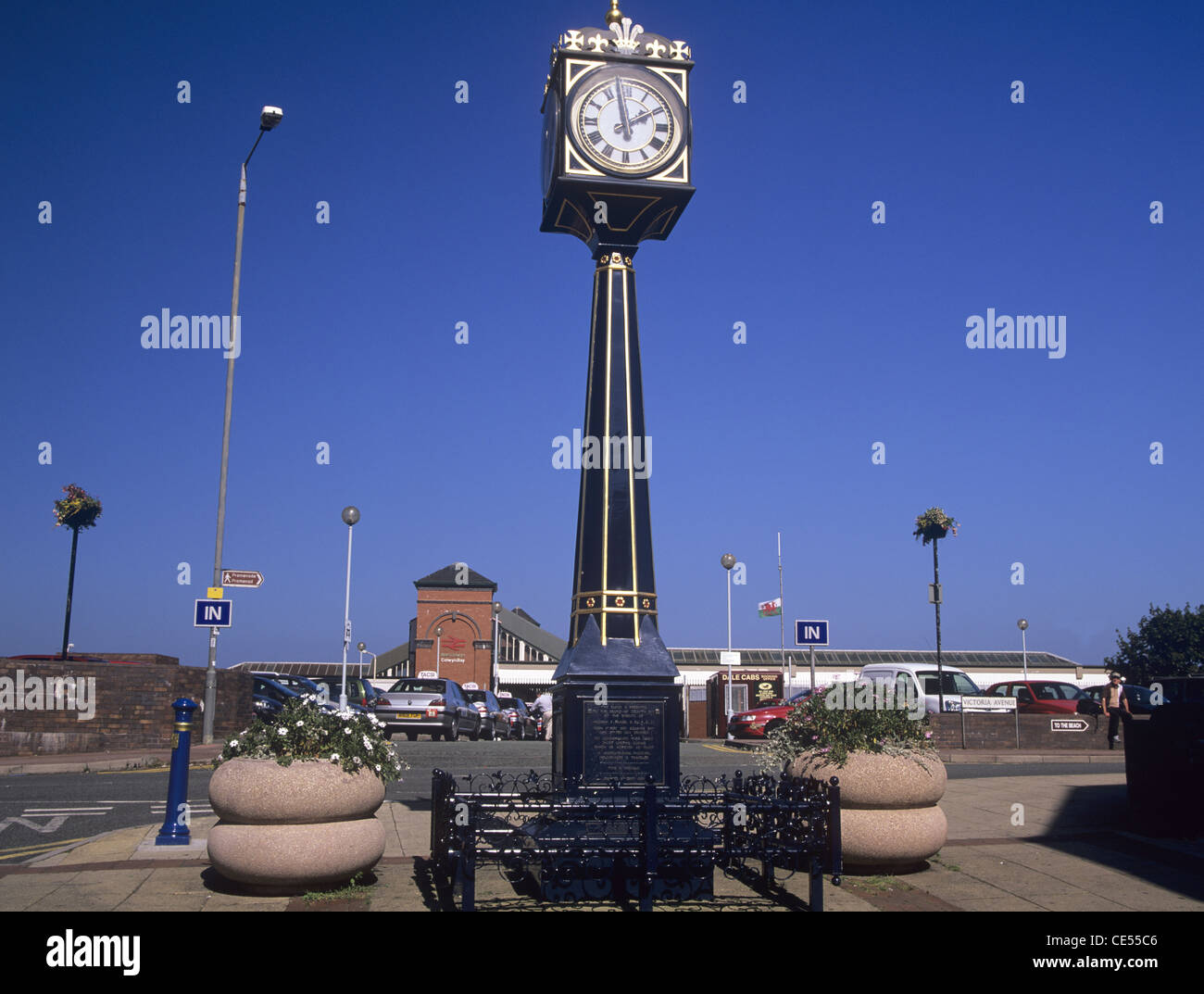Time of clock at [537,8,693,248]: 1:58
